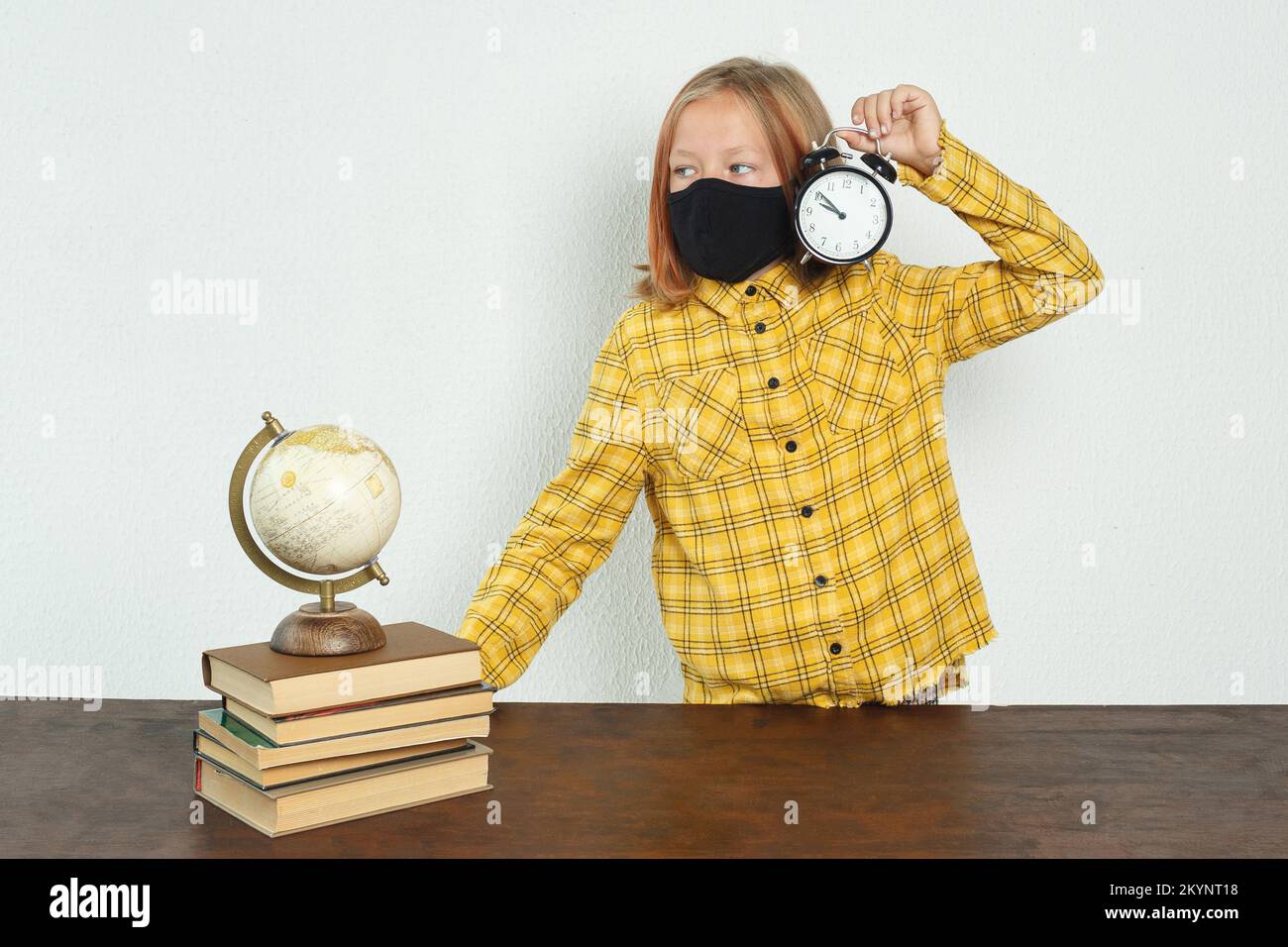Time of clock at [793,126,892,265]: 9:51
